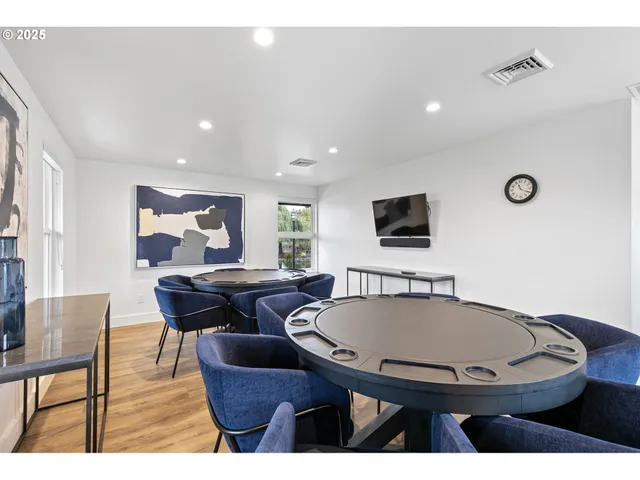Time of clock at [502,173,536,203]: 11:19
